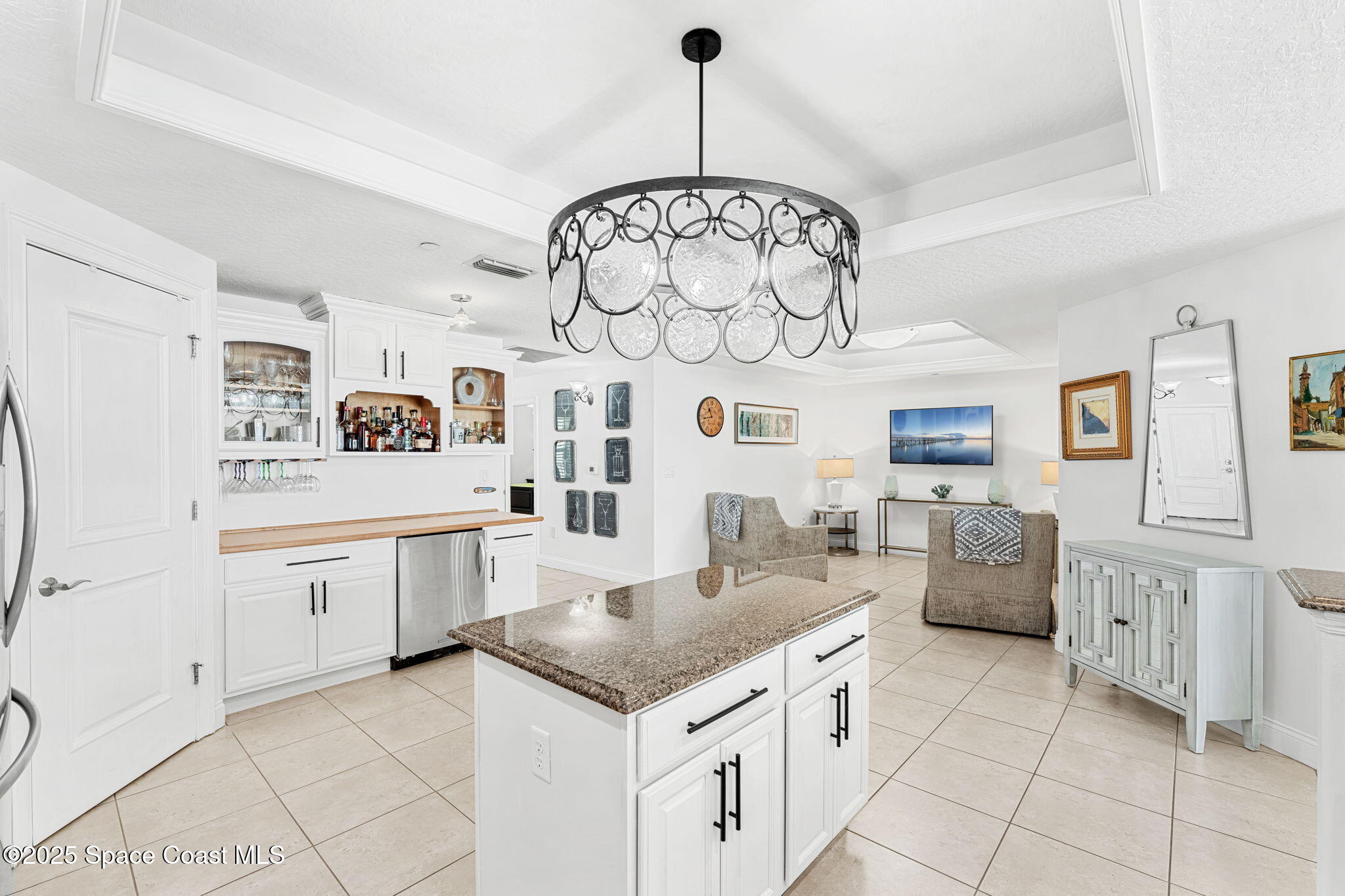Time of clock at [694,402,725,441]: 10:43
